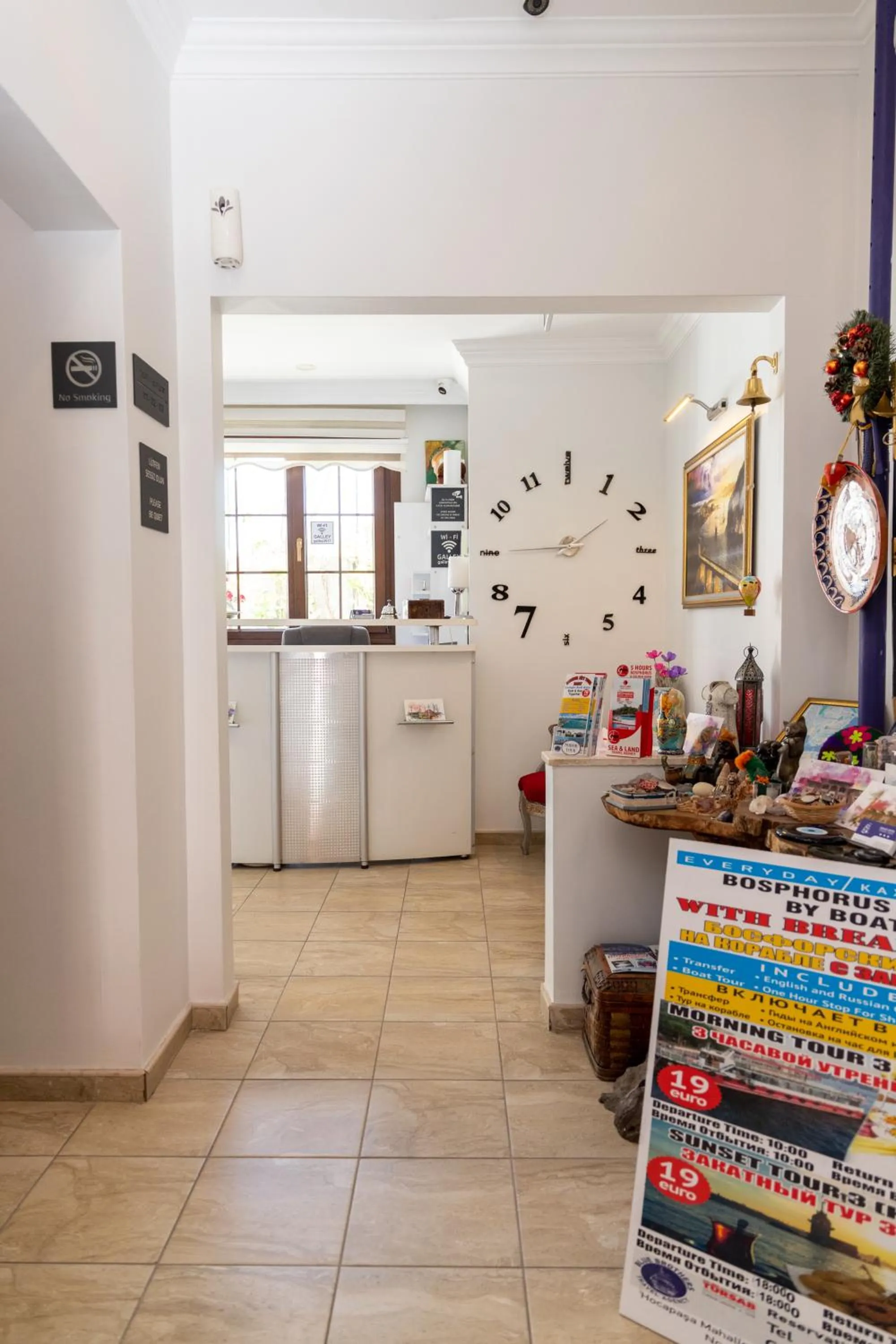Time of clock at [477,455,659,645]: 1:44
